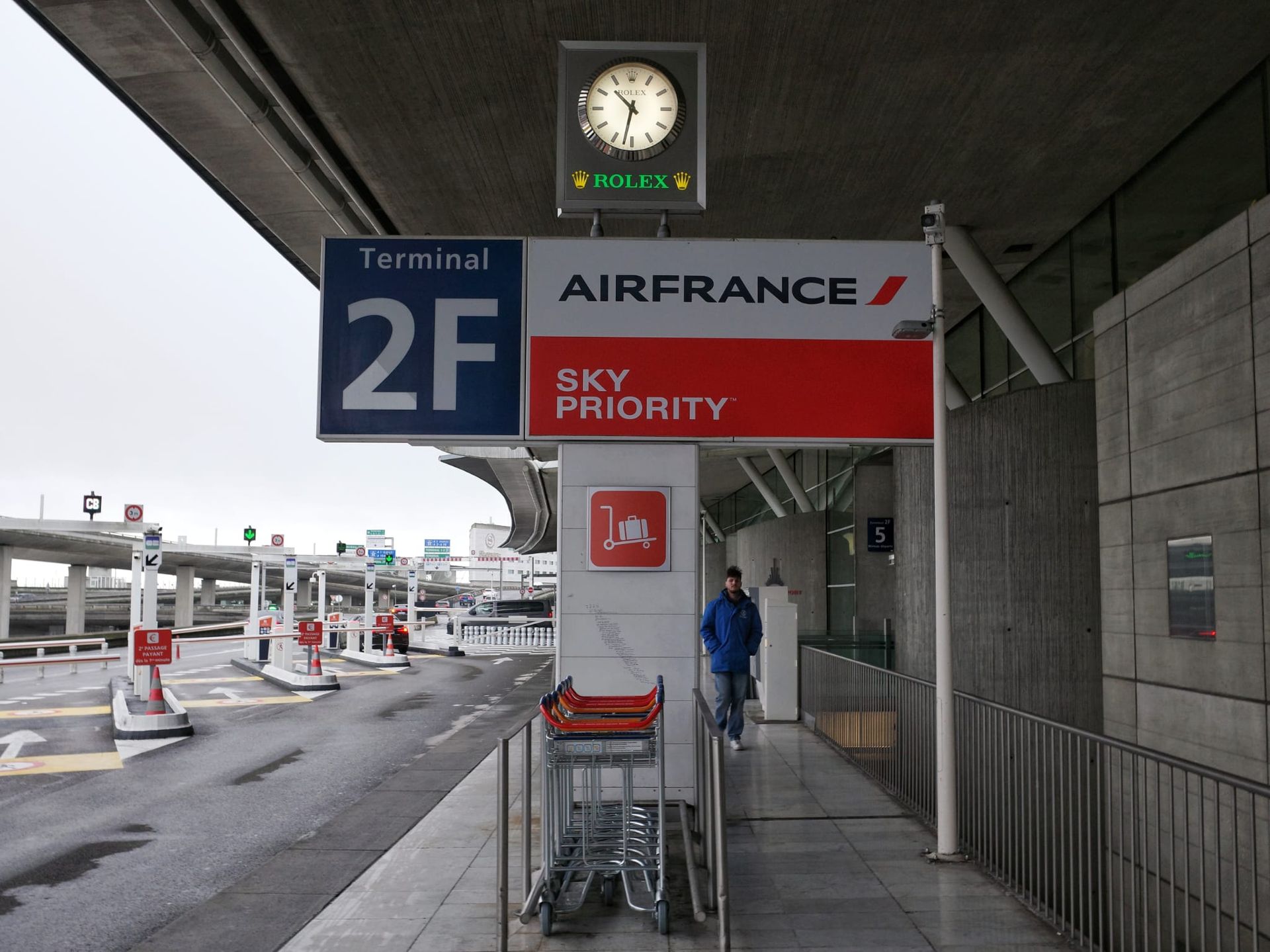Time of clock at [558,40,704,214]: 10:32
